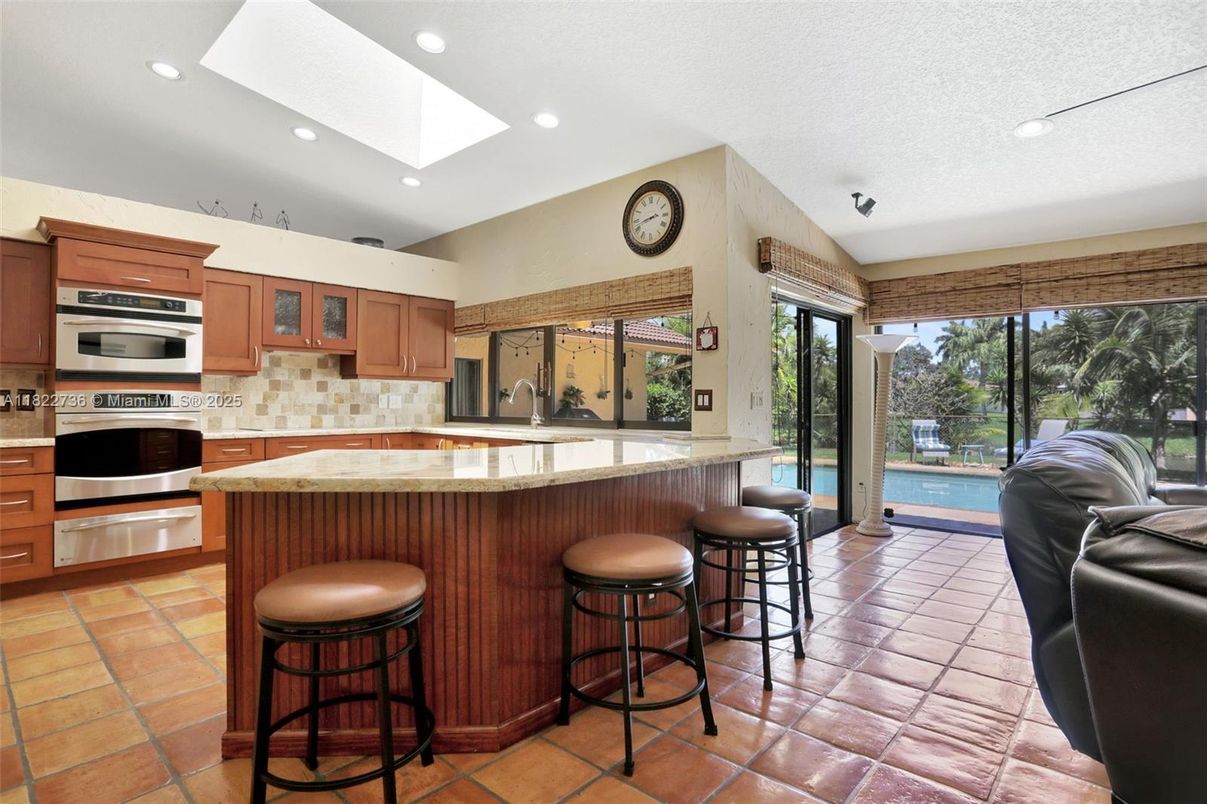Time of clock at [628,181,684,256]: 2:42
